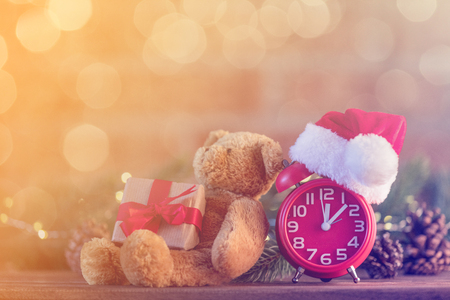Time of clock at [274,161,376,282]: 12:07
